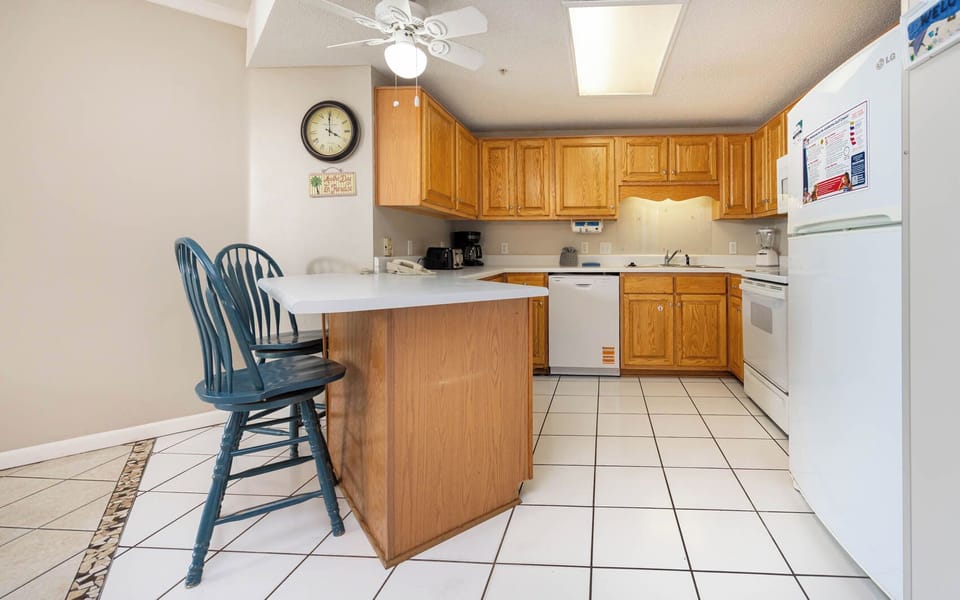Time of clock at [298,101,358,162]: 4:00
